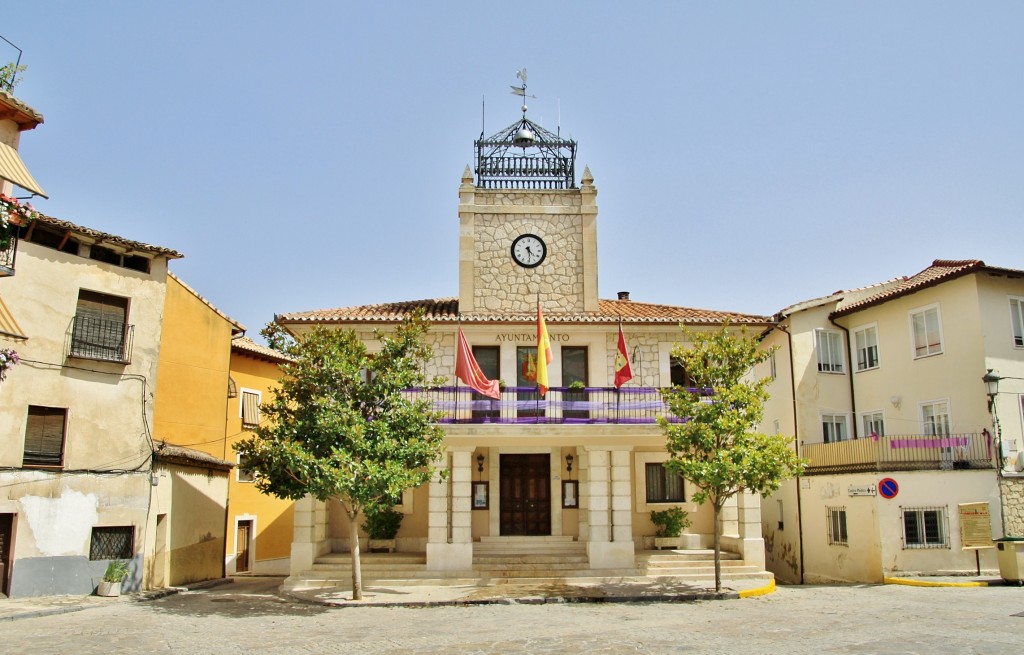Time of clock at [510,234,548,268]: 4:28
